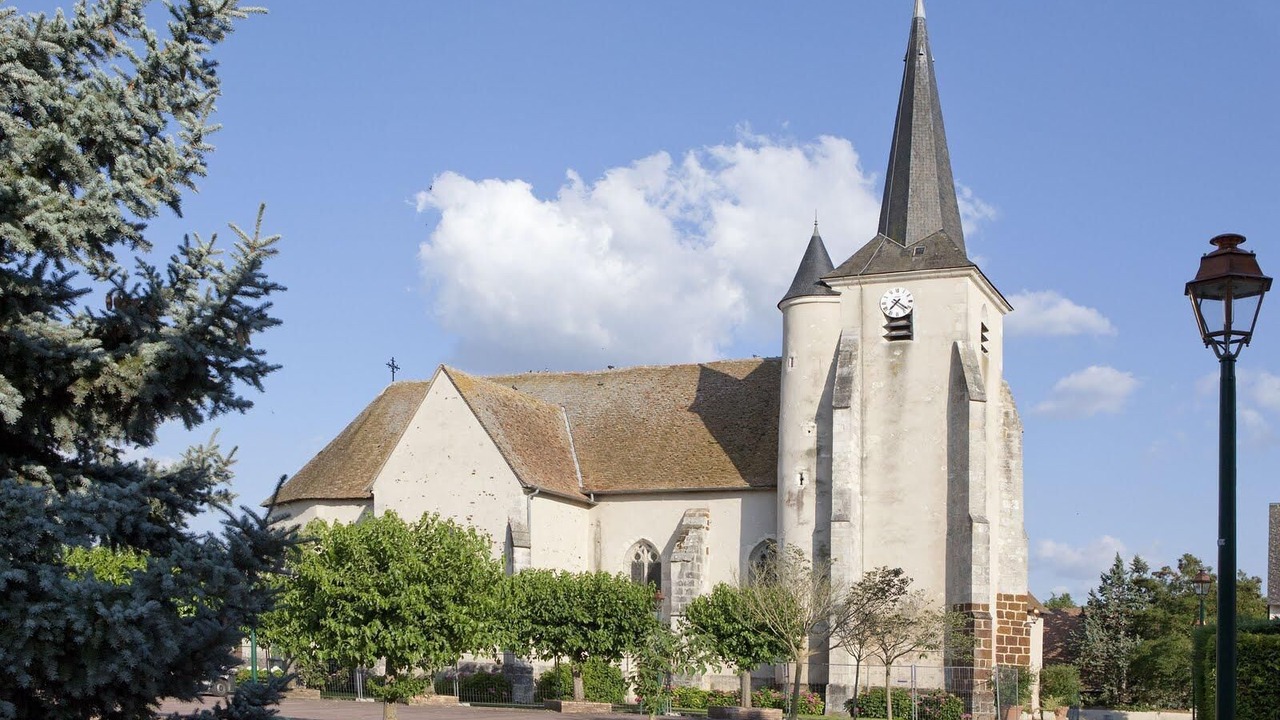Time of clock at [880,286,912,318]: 7:21
